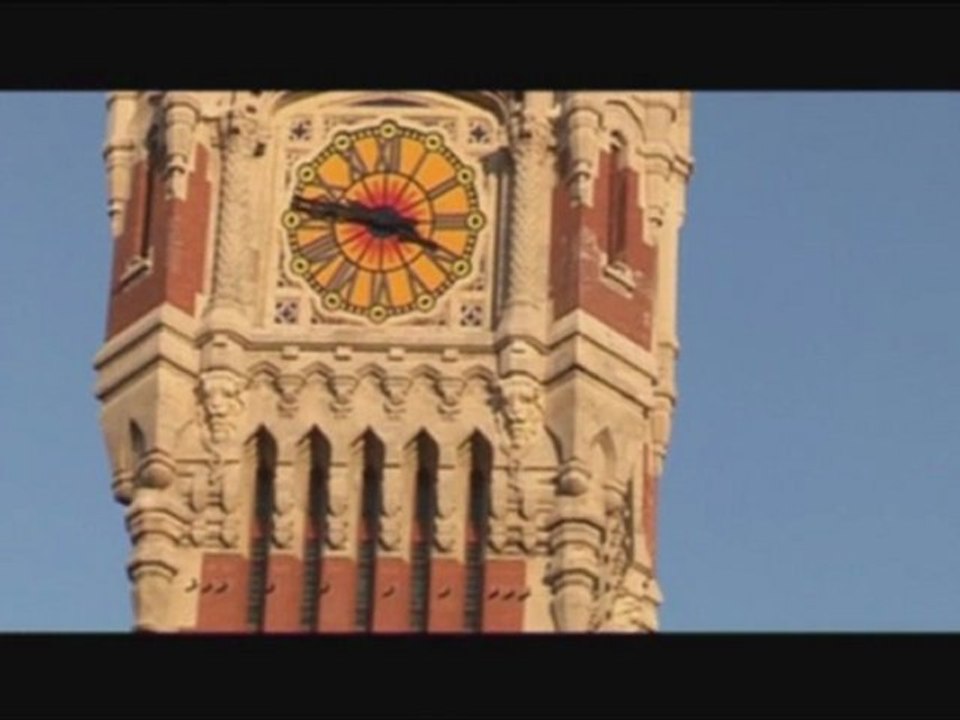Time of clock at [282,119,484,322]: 3:46
